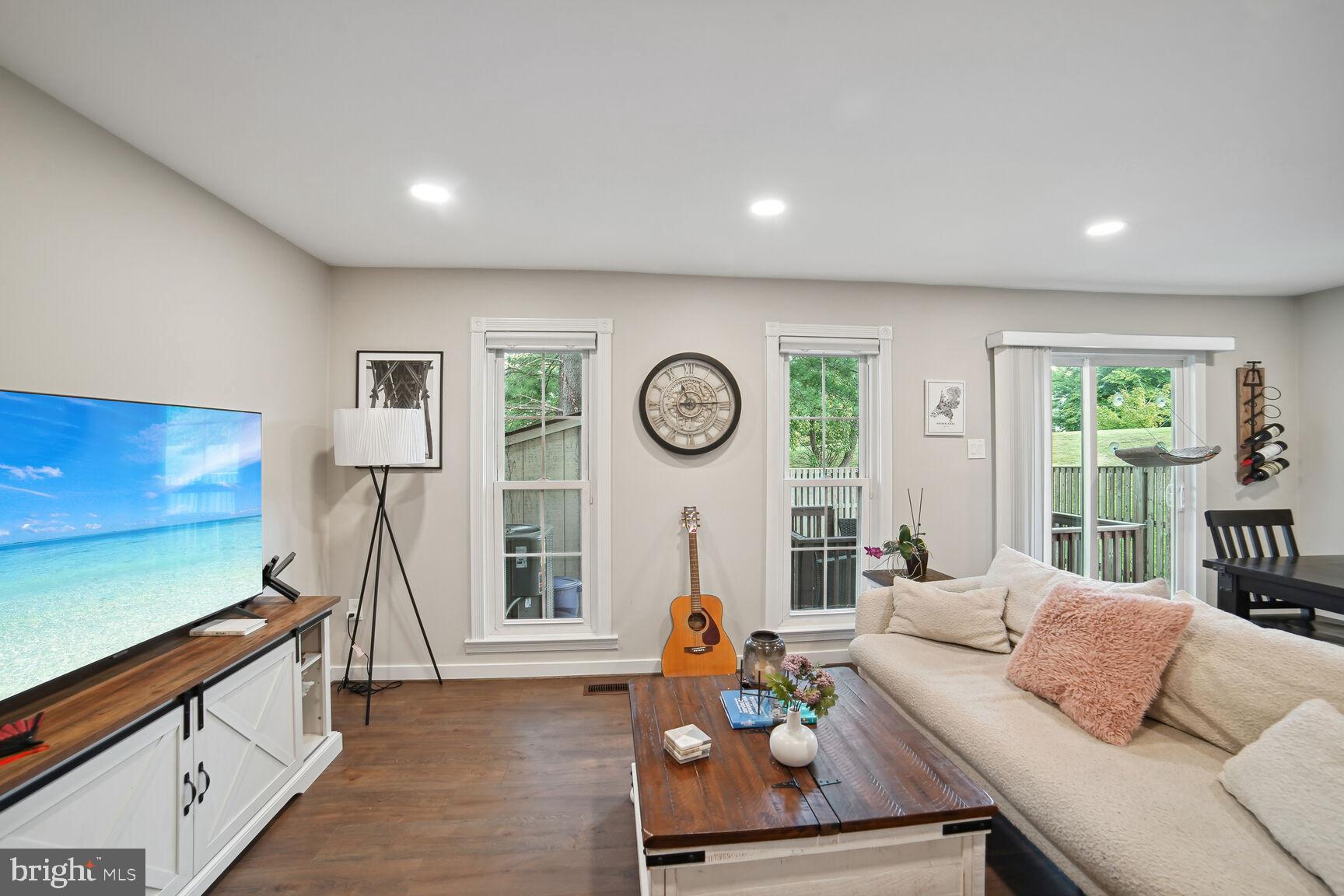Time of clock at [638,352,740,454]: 11:14
